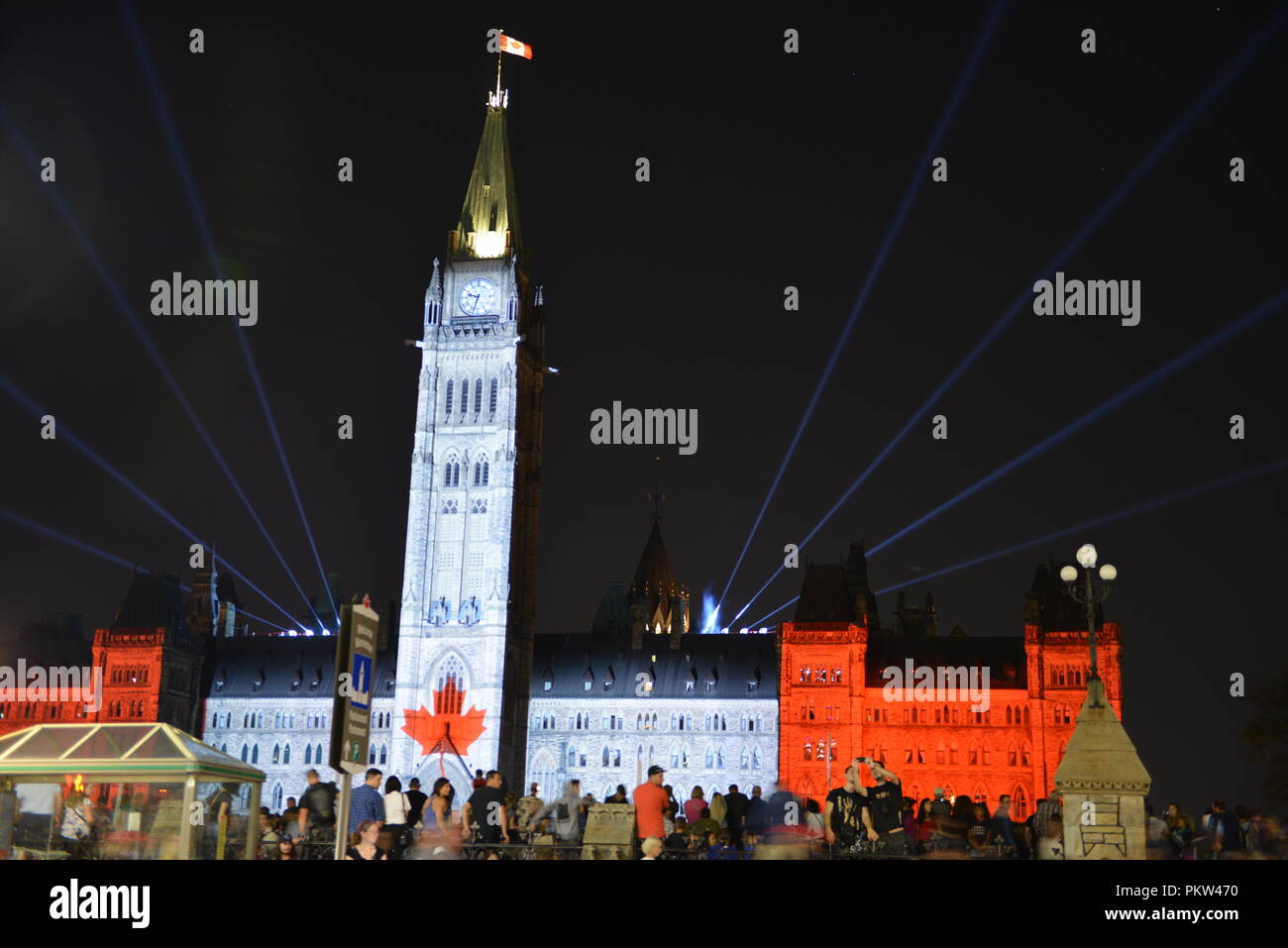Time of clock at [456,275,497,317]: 9:33
